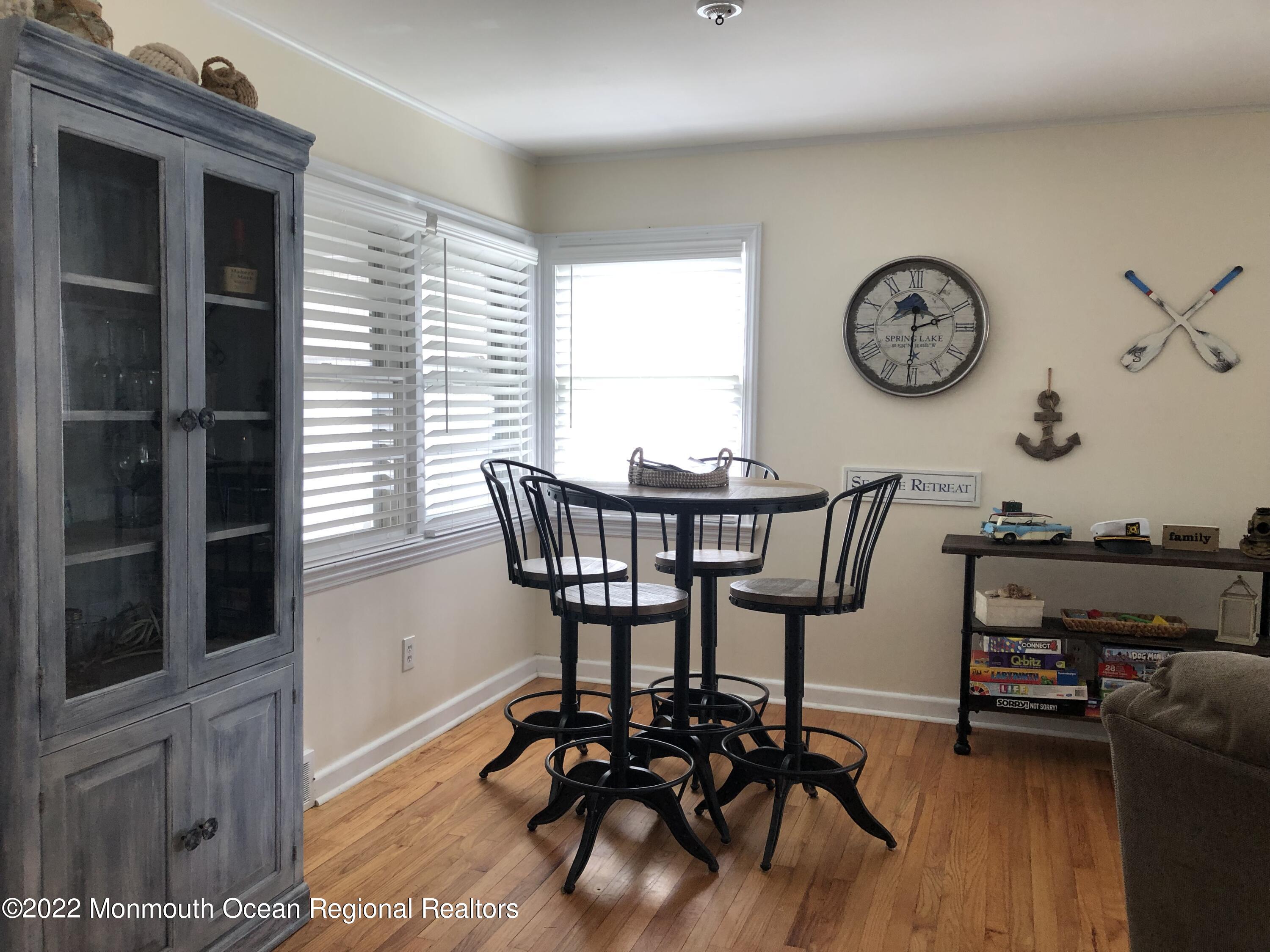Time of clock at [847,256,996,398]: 2:30
